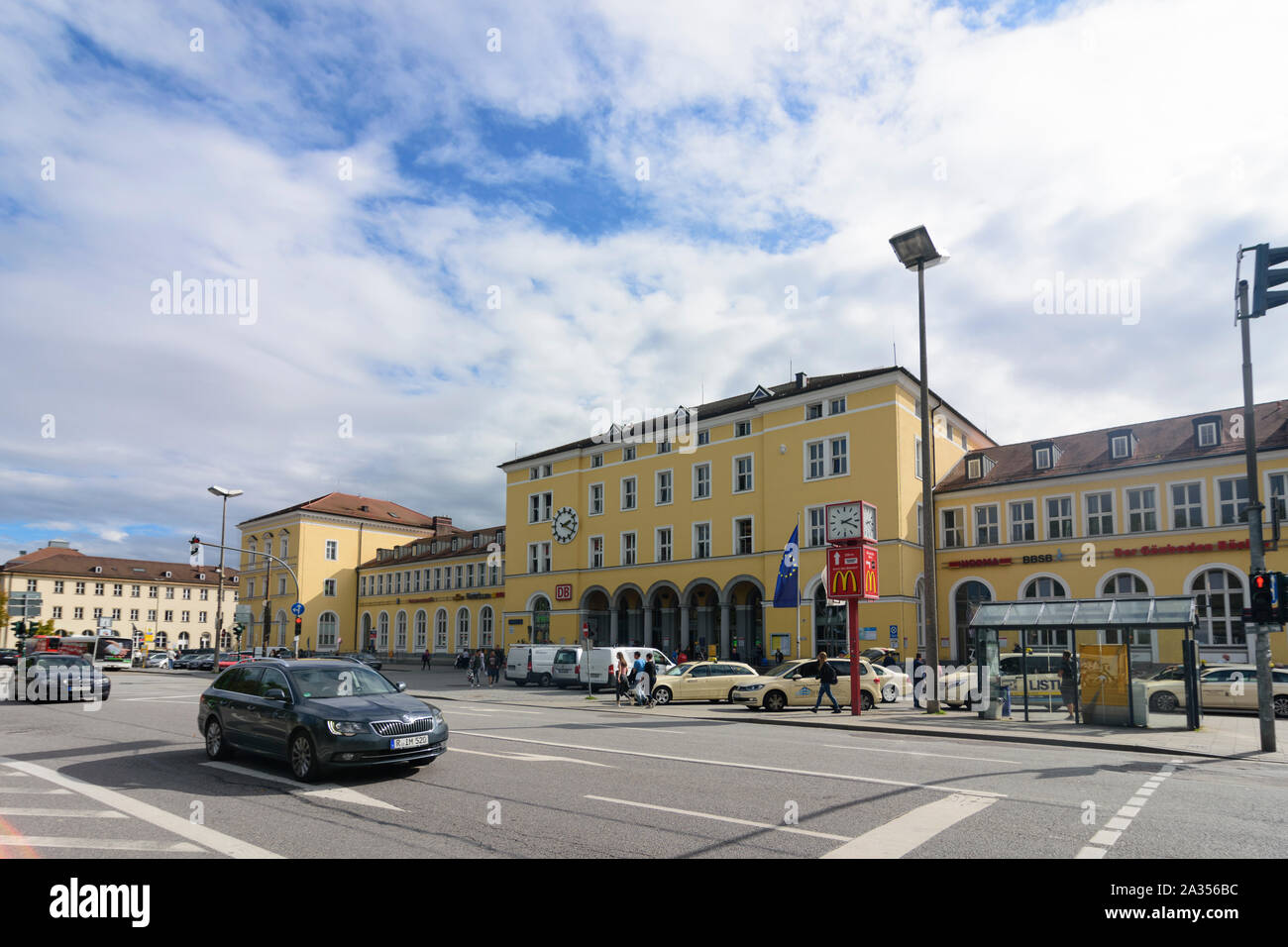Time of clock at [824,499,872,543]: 2:19
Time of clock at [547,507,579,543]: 2:19
